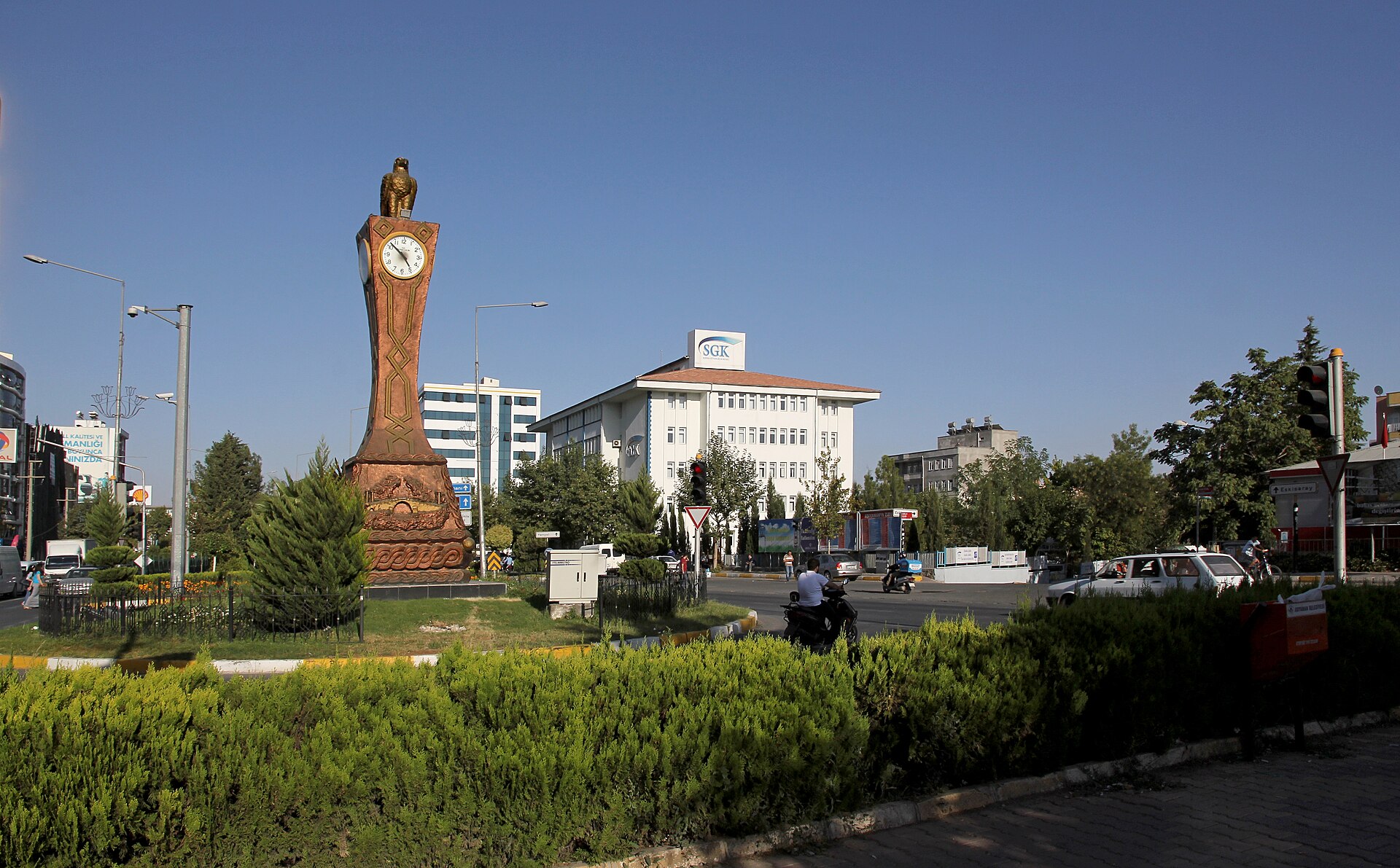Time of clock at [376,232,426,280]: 4:51
